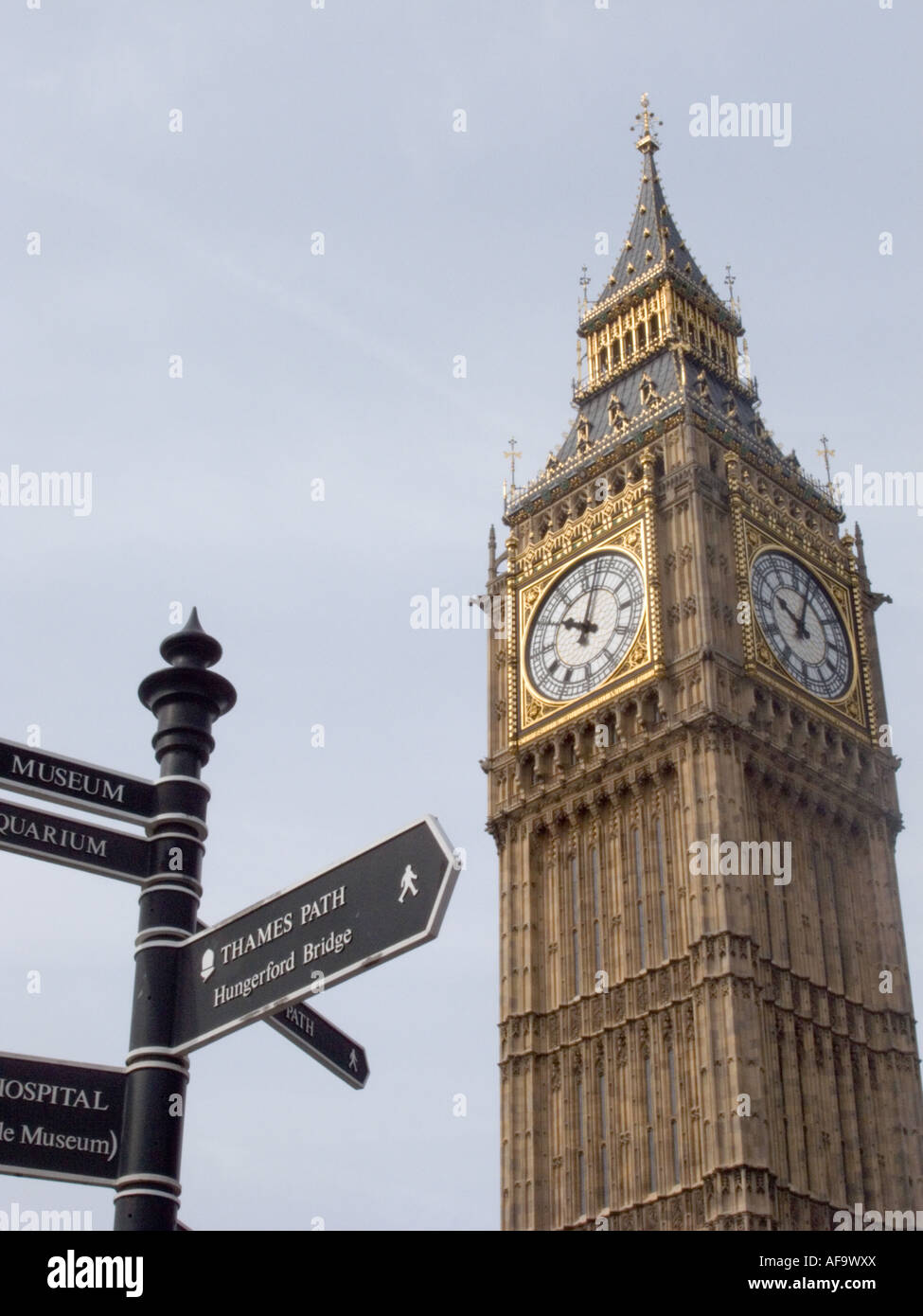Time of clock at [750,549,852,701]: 10:03
